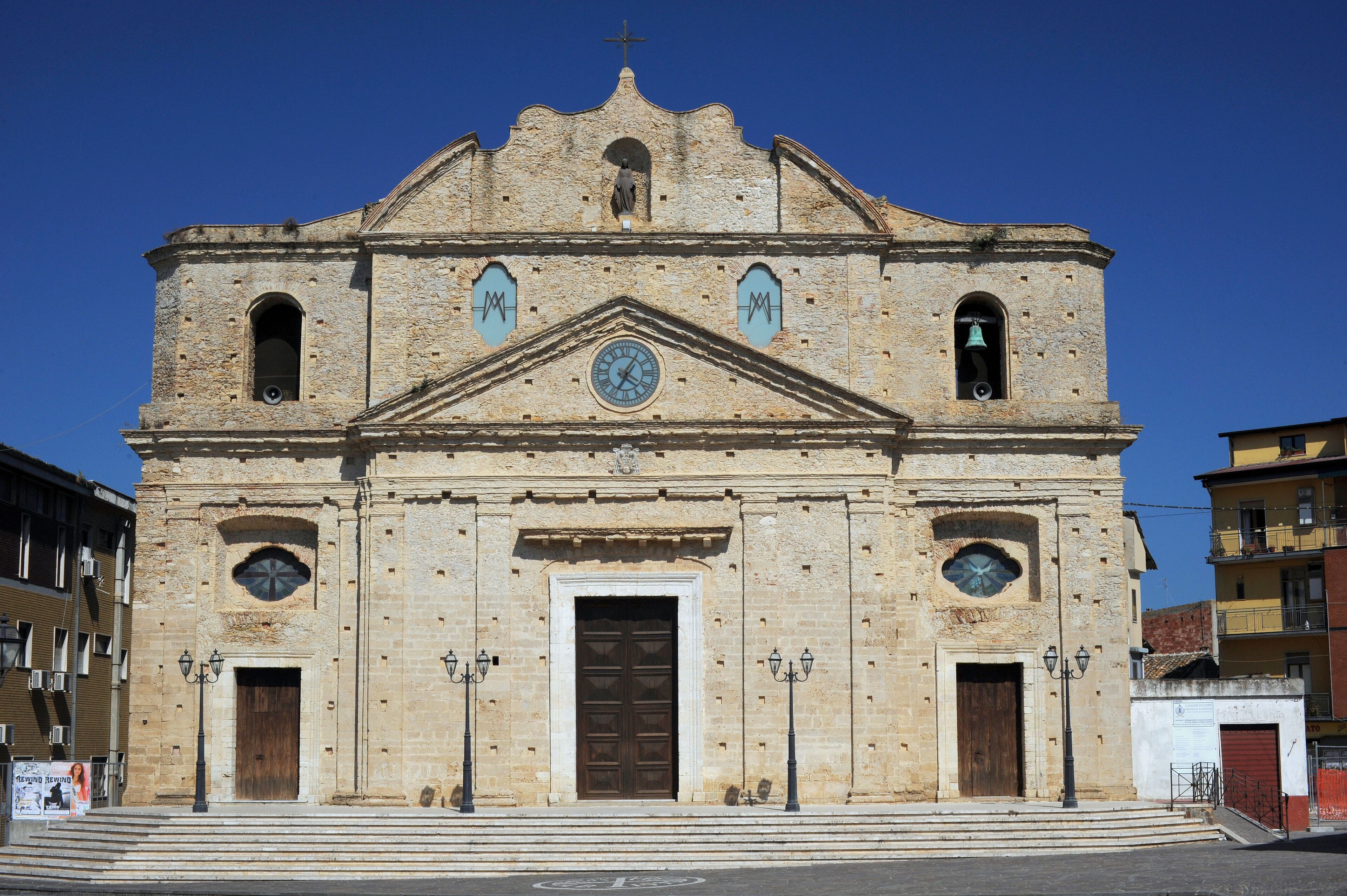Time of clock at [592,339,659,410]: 4:05
